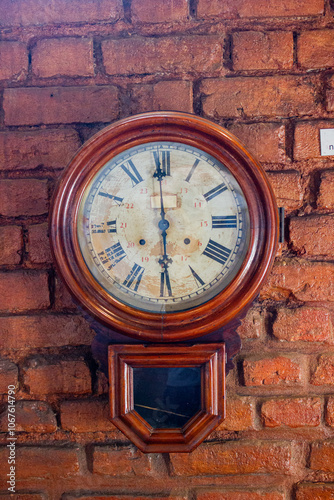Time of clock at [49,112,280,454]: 5:59
